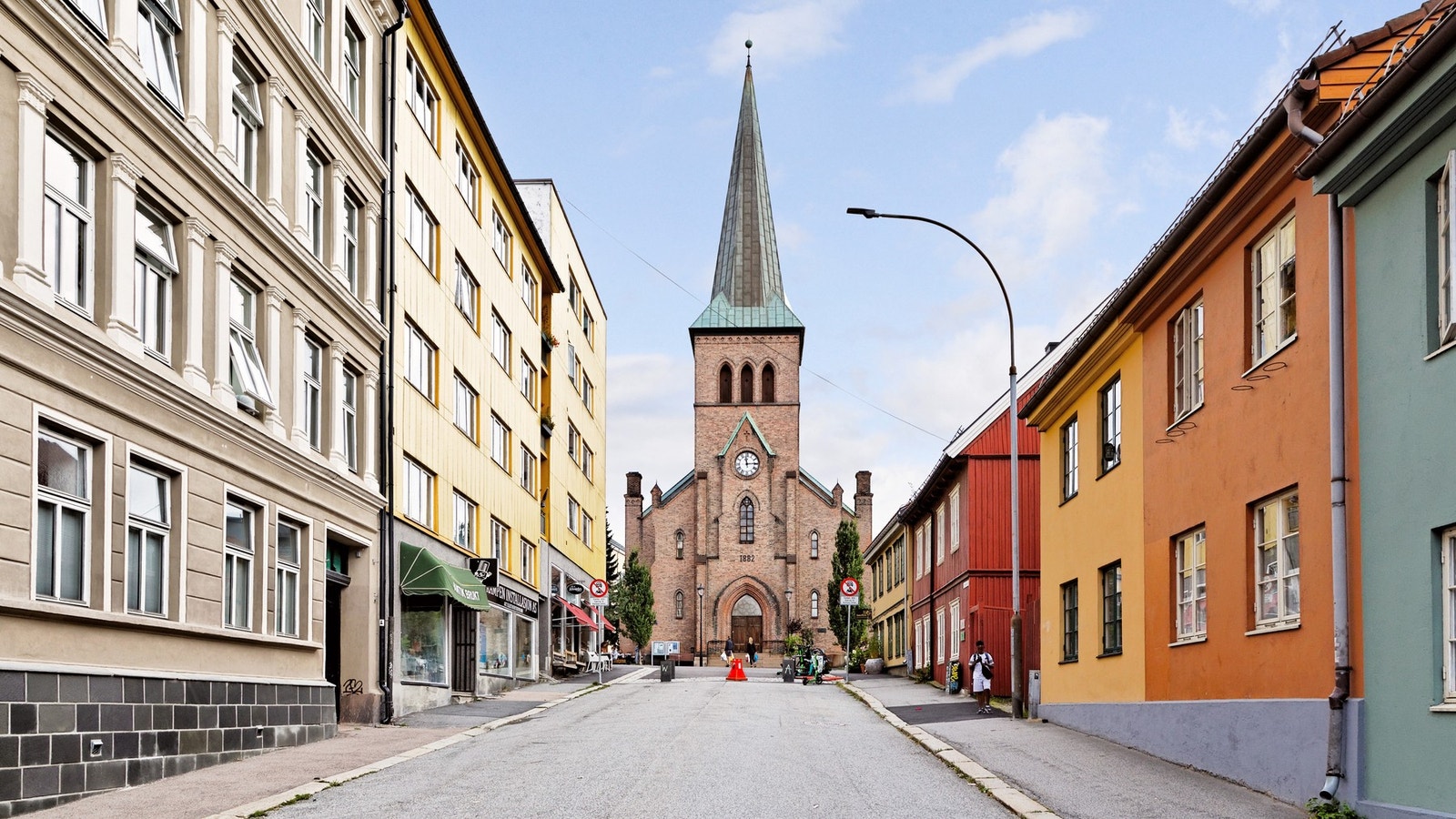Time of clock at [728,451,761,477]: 2:58
